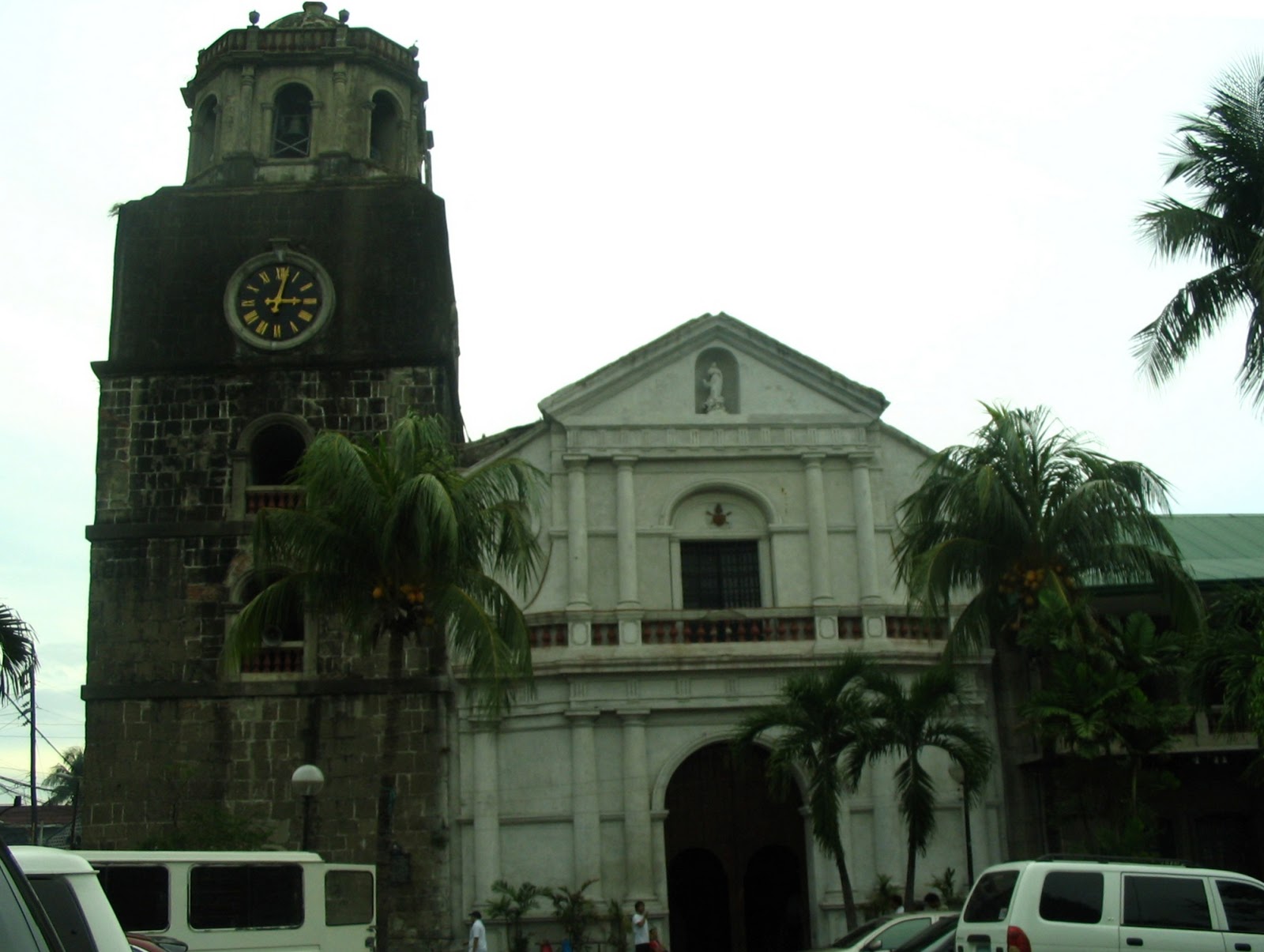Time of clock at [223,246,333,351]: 3:02
